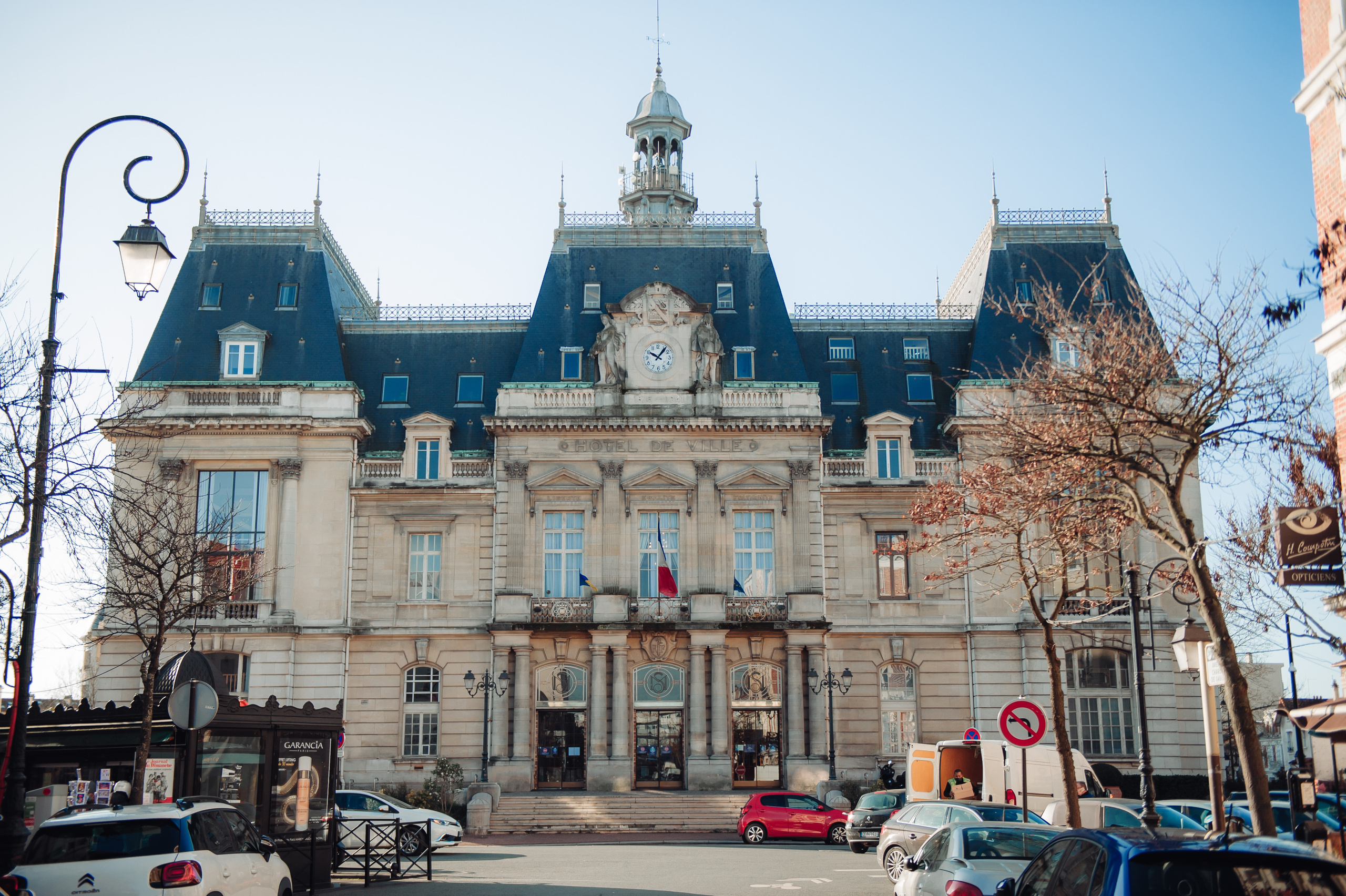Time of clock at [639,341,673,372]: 10:06
